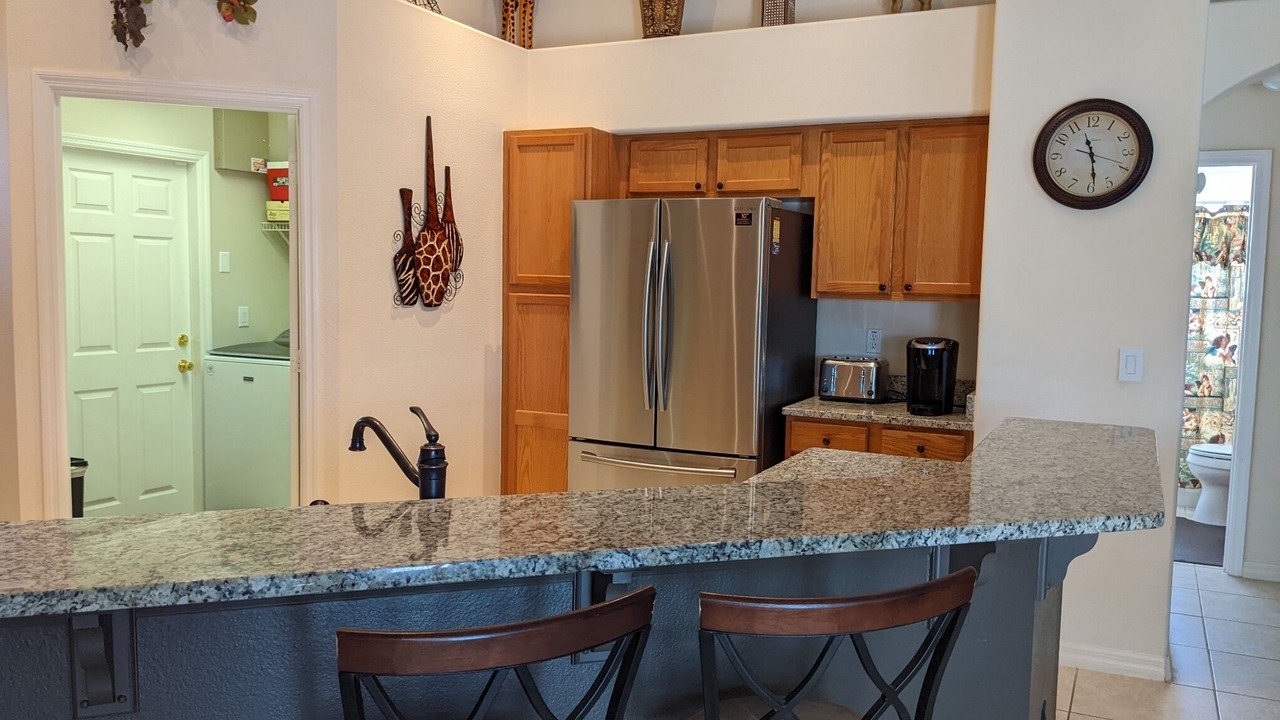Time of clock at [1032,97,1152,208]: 11:28
